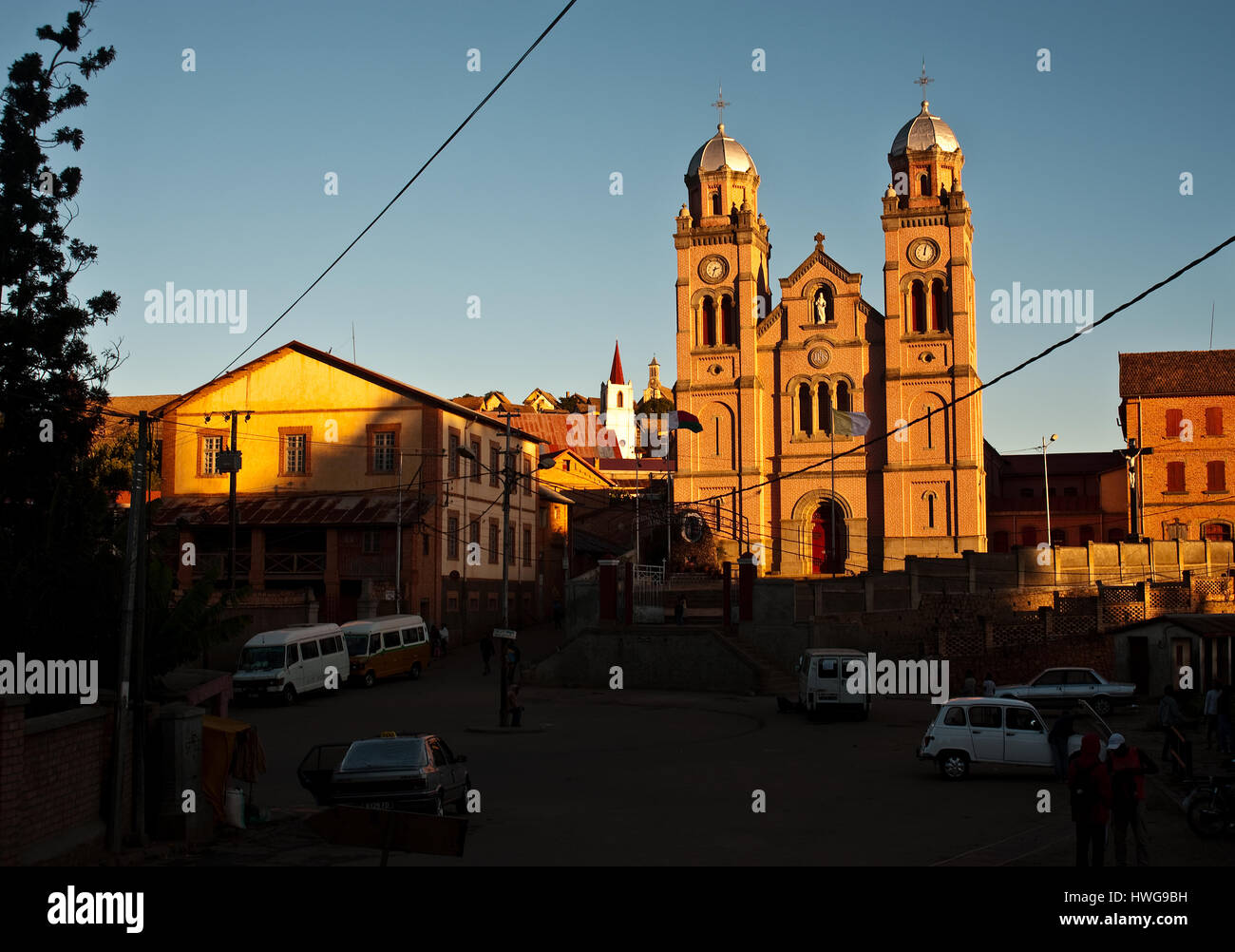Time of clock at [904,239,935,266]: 12:02
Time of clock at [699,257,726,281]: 2:33
